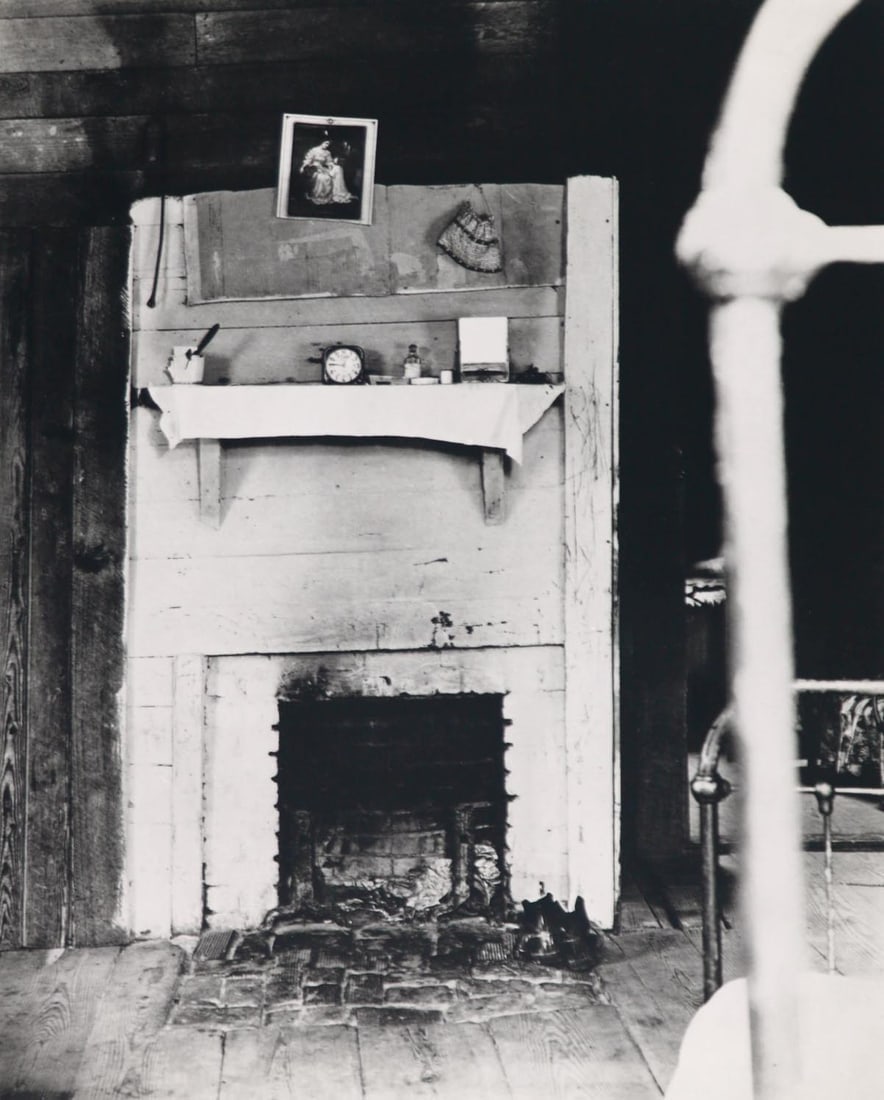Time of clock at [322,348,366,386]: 12:46
